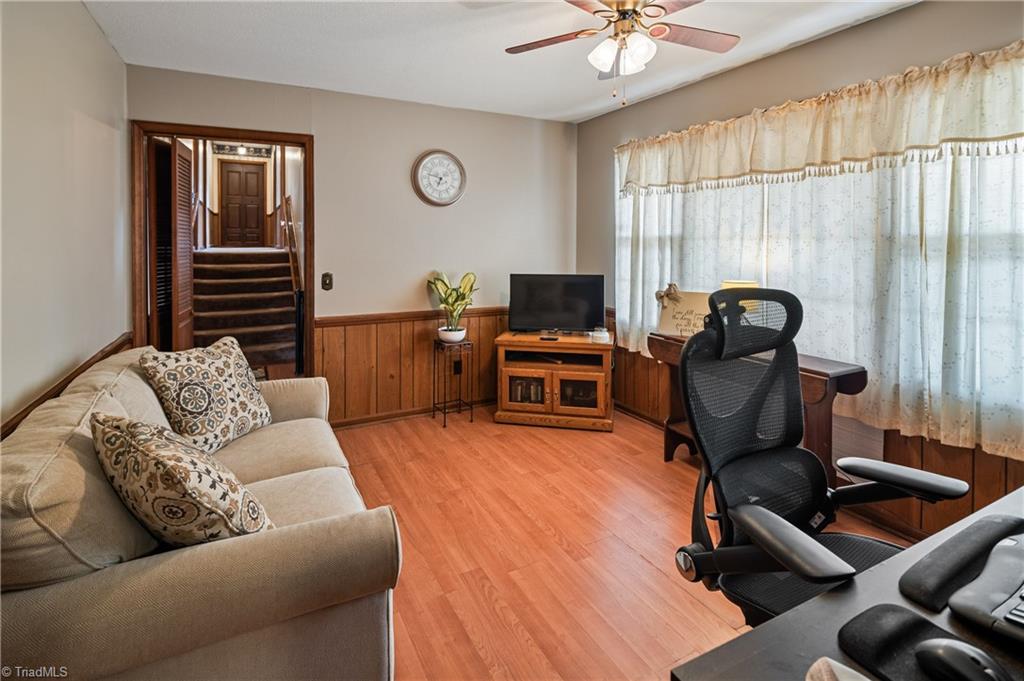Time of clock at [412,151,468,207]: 6:47
